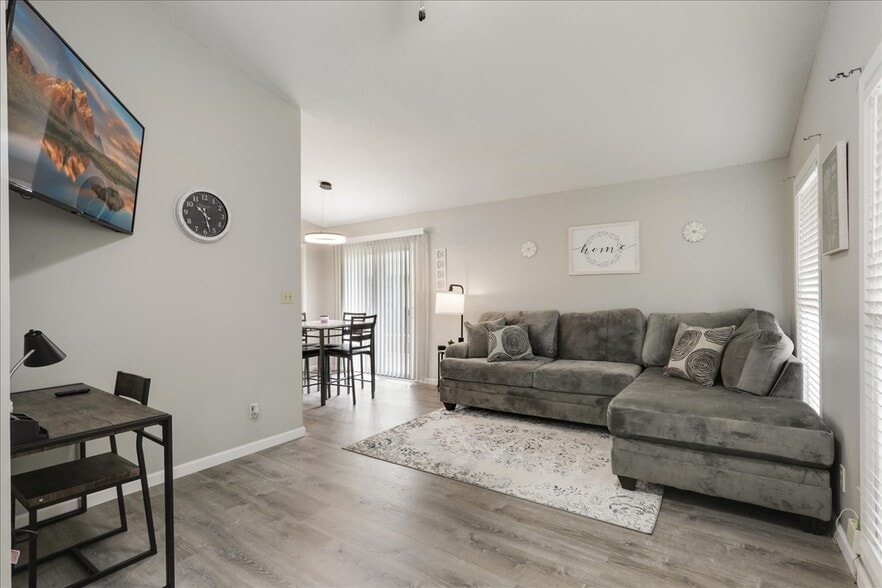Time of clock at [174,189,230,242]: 10:28
